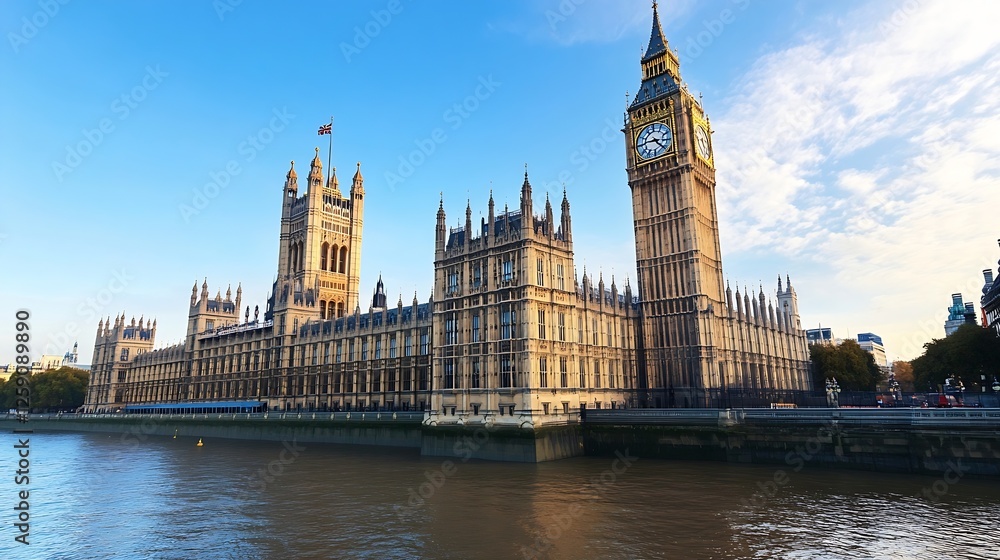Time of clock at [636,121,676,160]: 4:45
